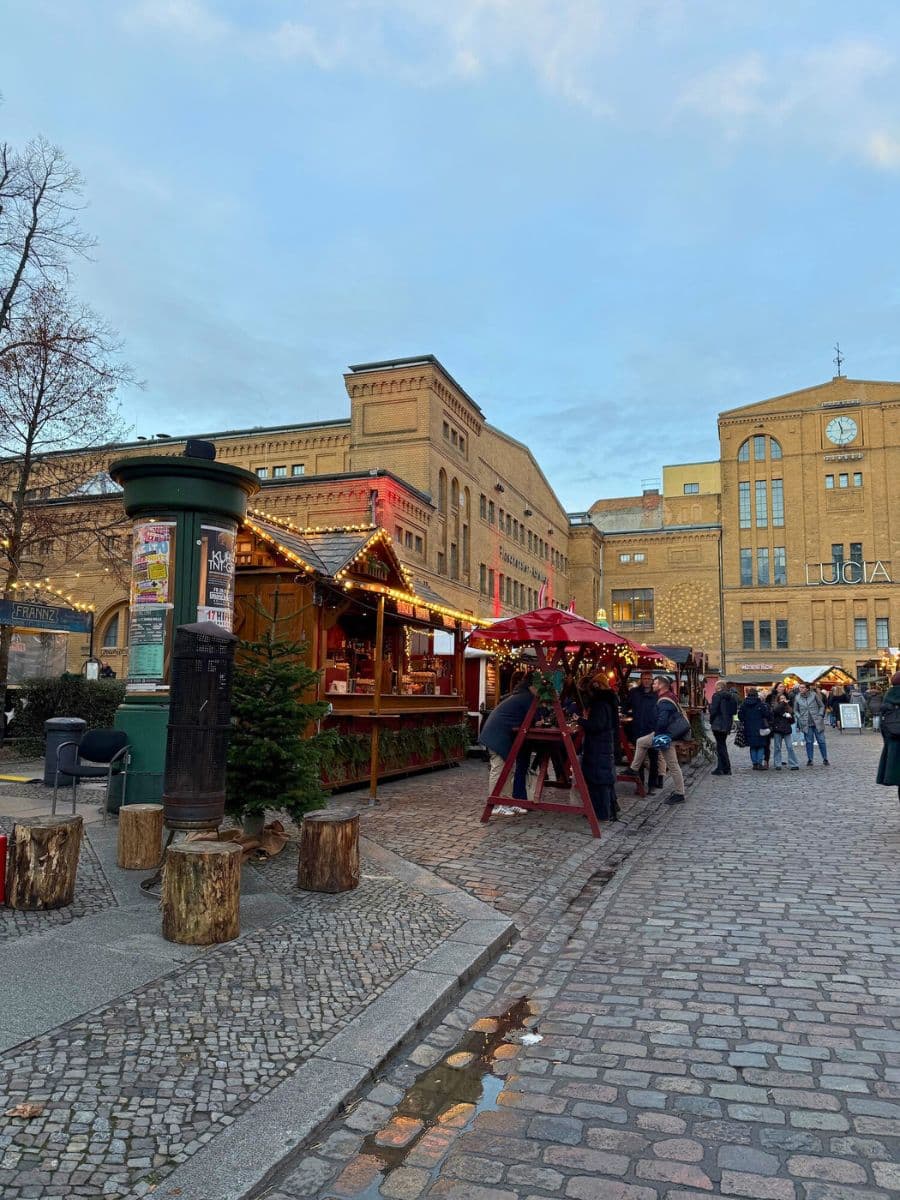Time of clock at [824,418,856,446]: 11:31
